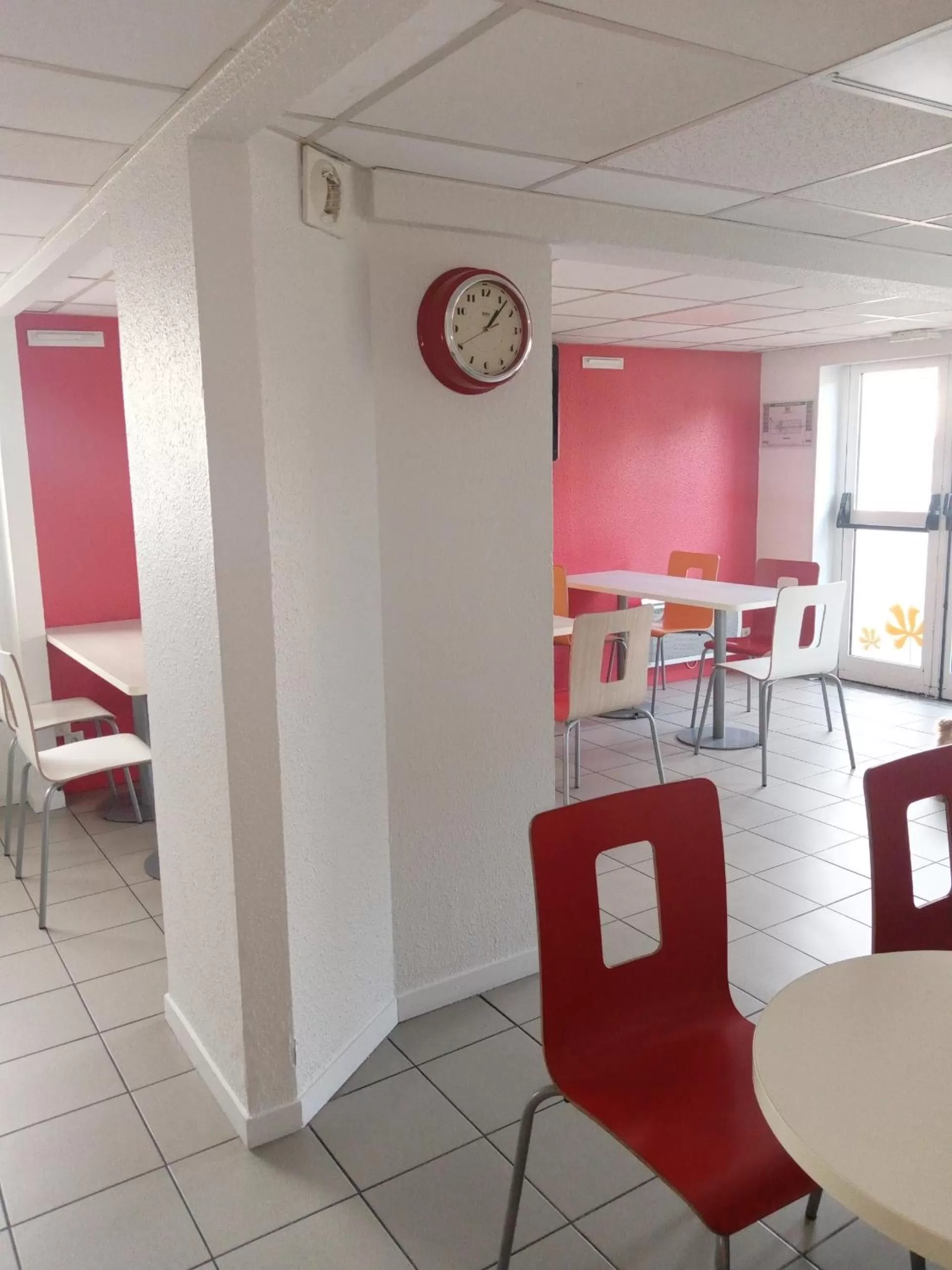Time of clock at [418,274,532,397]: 1:06
